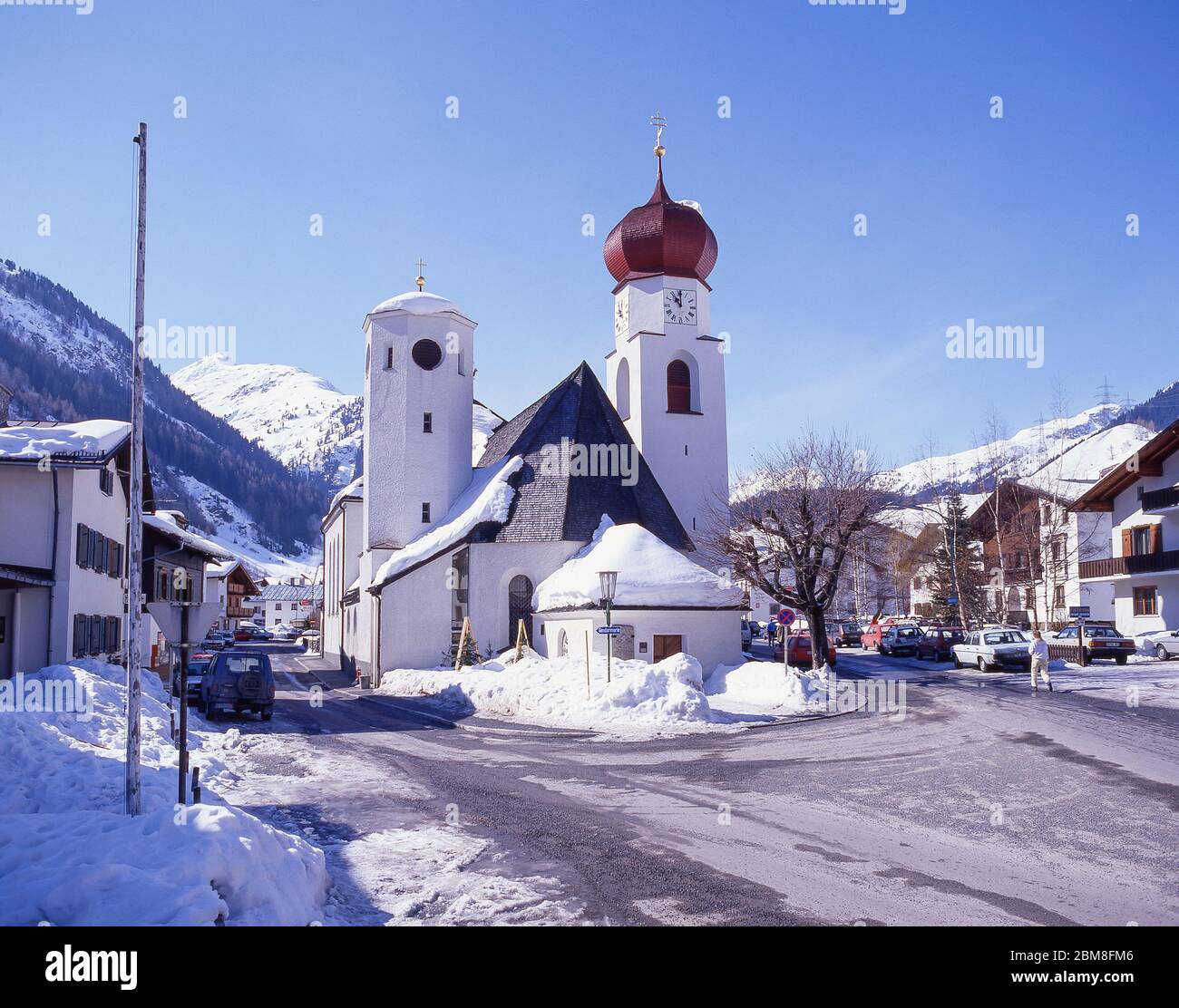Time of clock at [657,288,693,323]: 11:00
